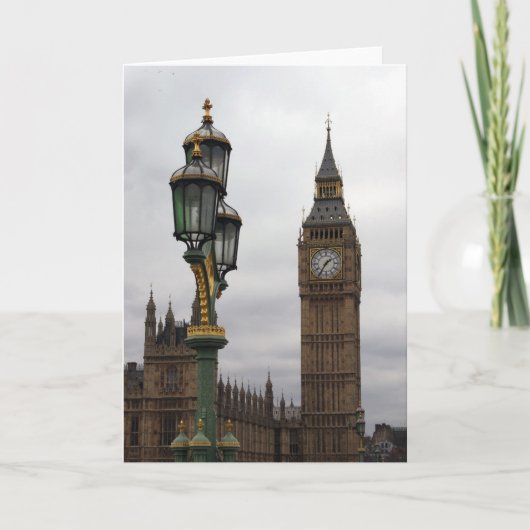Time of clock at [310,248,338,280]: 1:35
